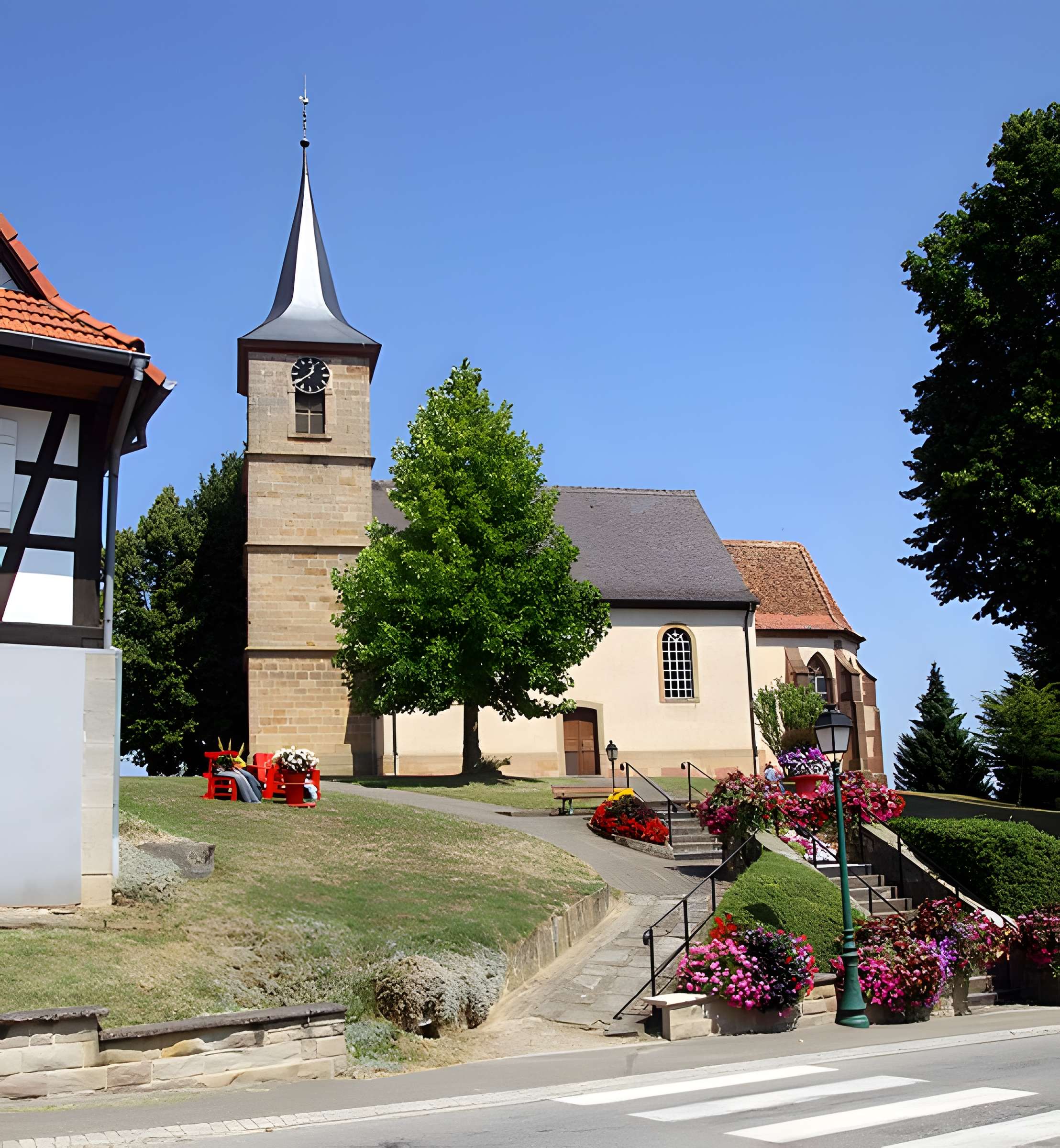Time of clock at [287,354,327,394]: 12:38
